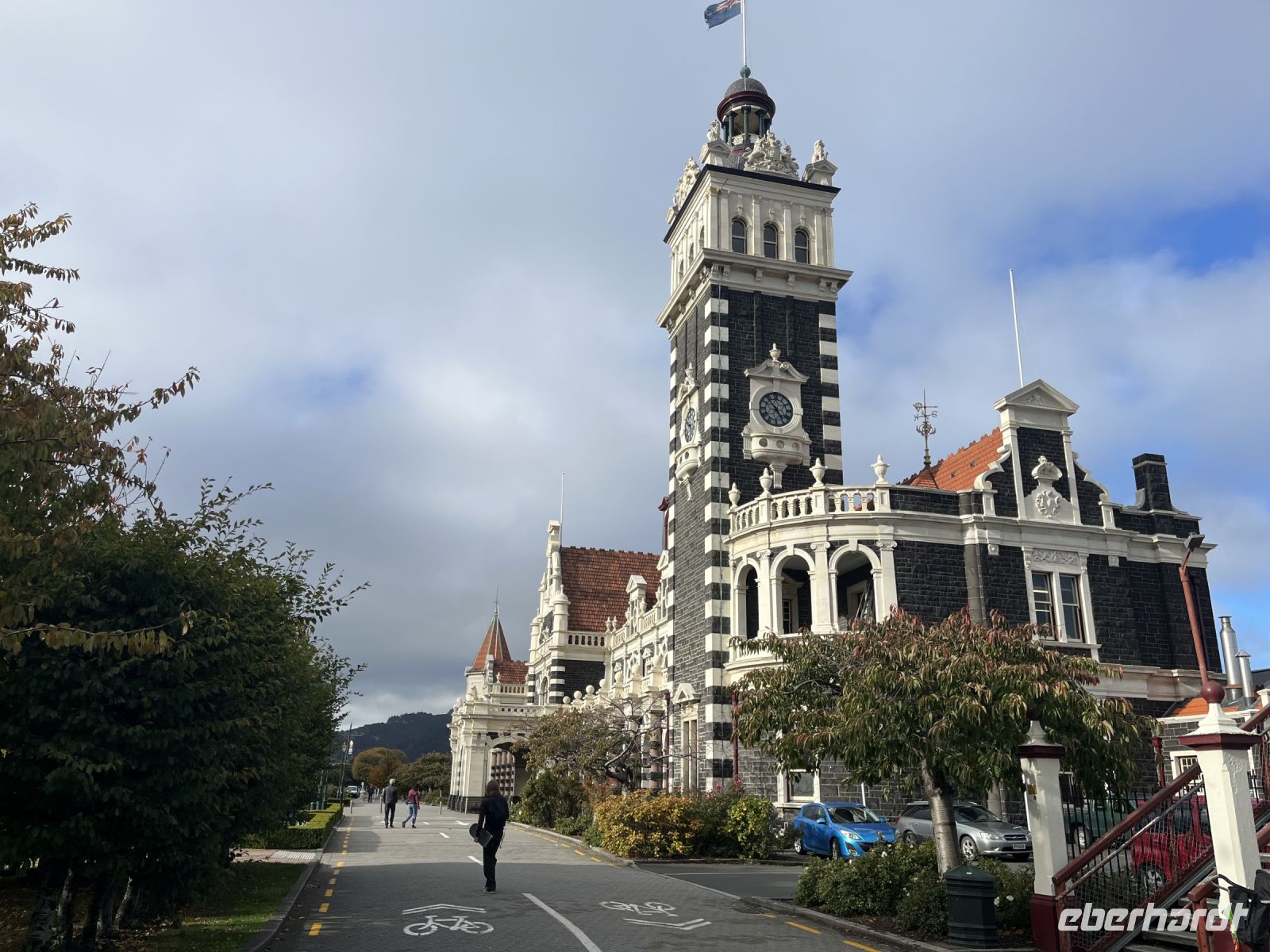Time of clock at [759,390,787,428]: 4:53
